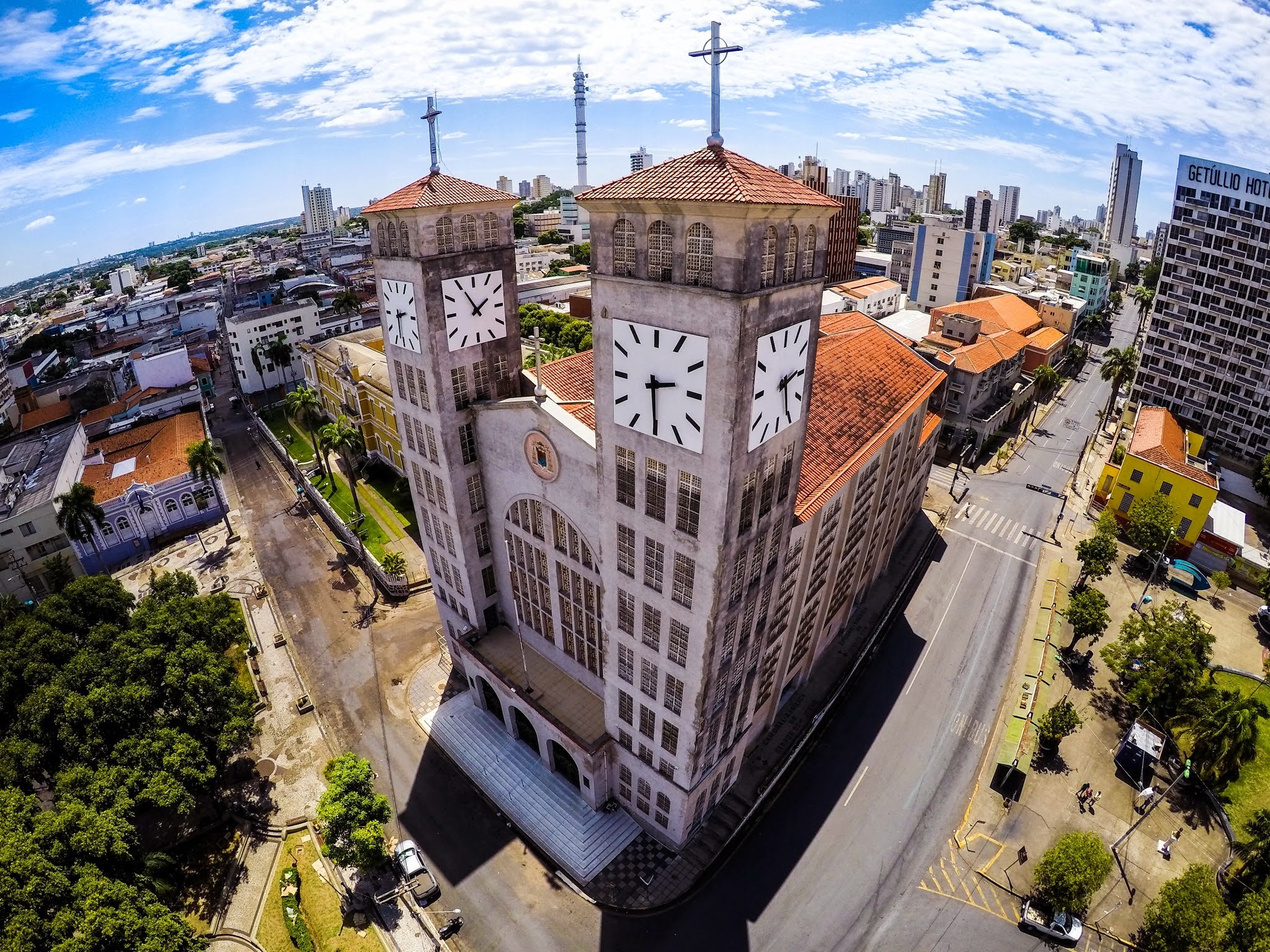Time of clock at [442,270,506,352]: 1:54
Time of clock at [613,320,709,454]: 2:29
